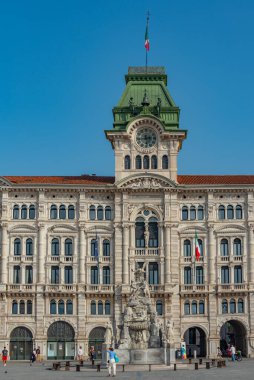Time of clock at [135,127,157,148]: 2:43
